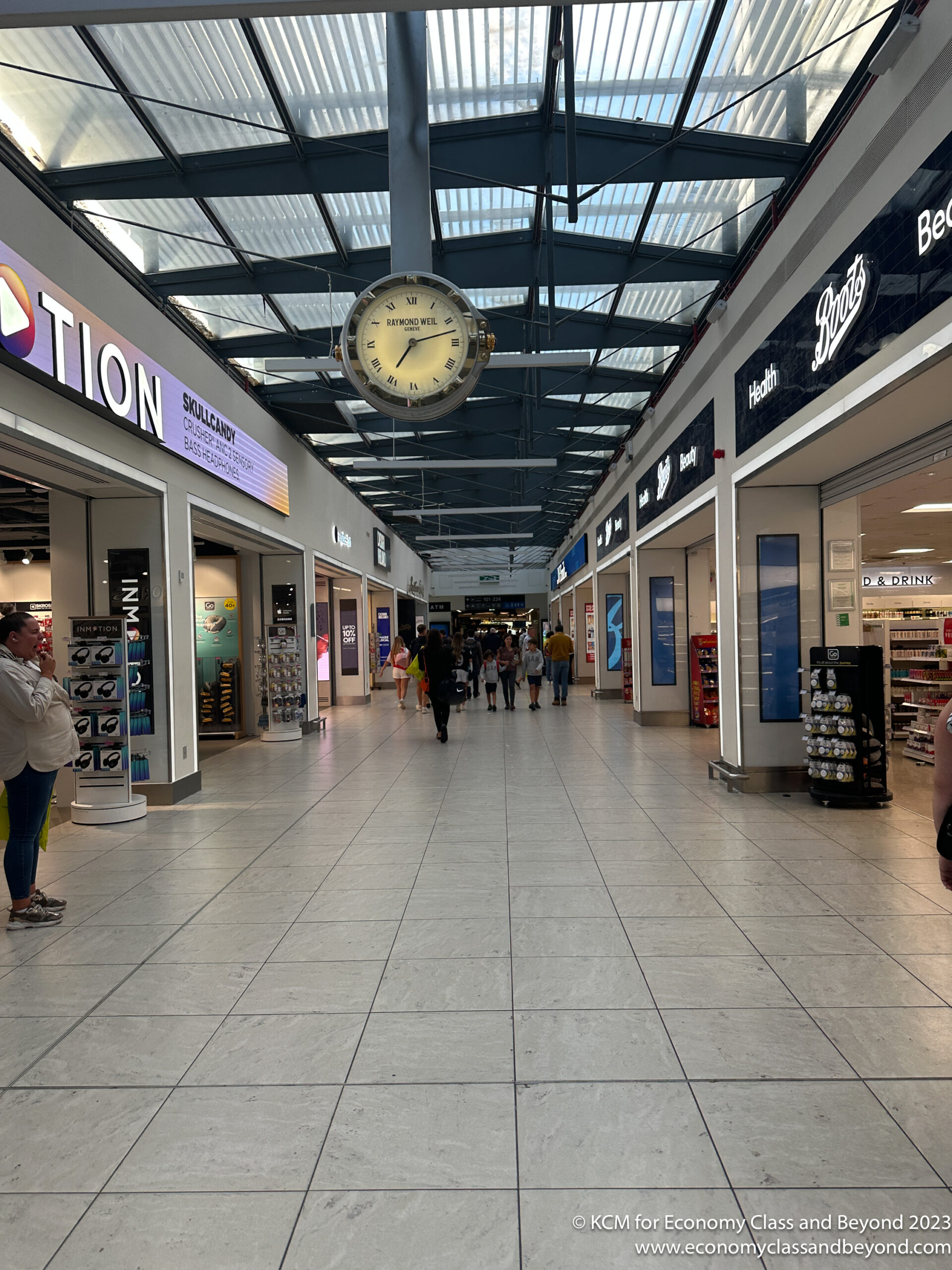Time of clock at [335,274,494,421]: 7:12
